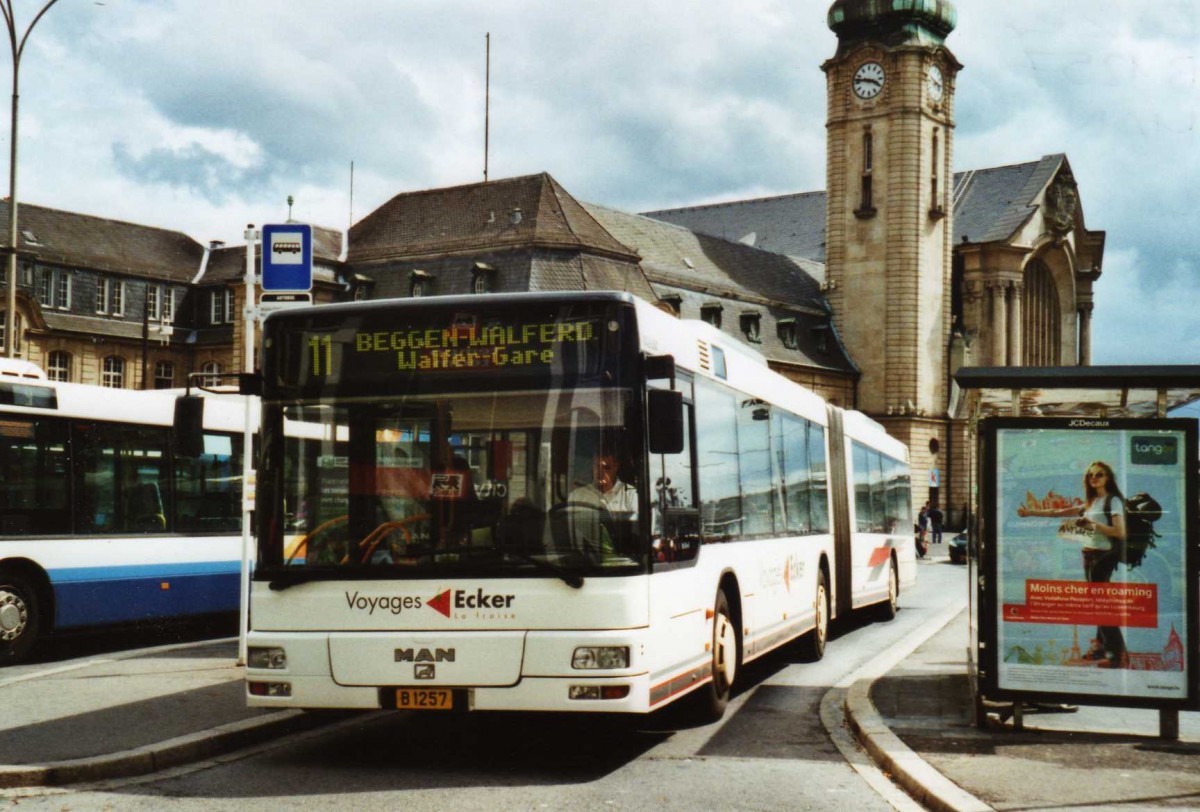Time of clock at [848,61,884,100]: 3:46
